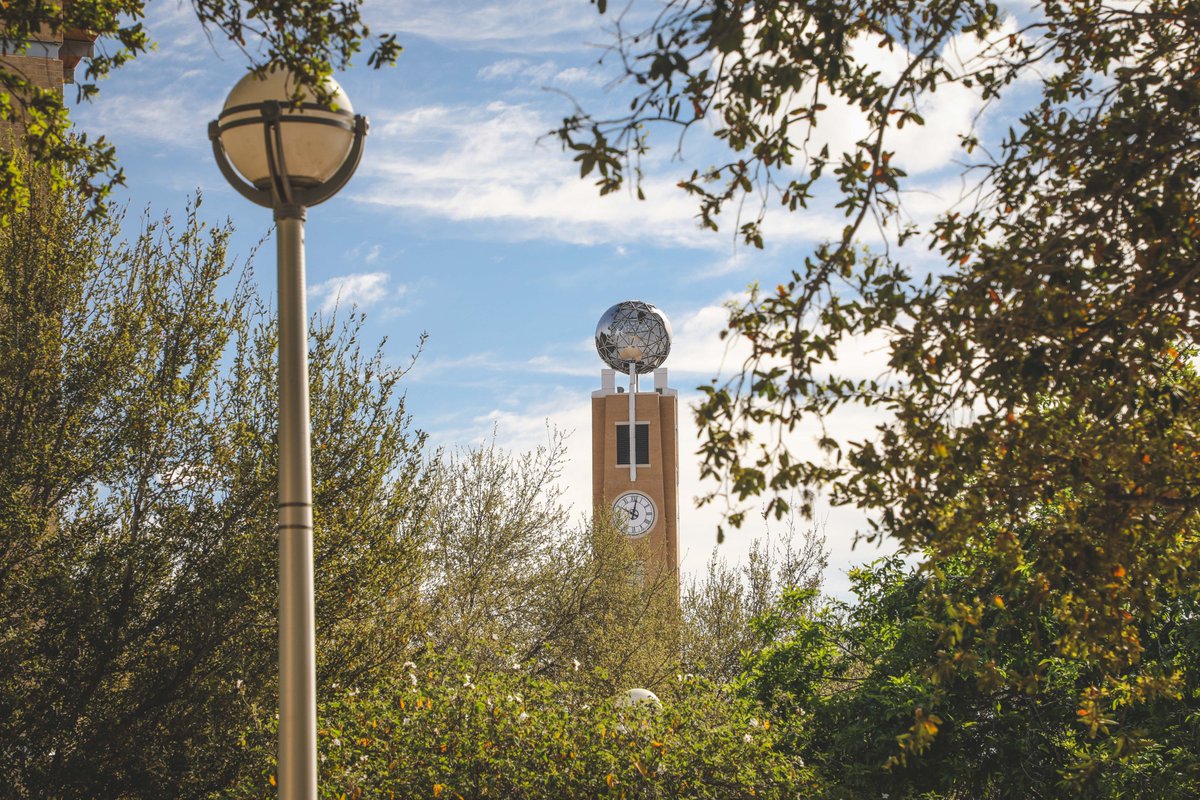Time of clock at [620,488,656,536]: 10:02
